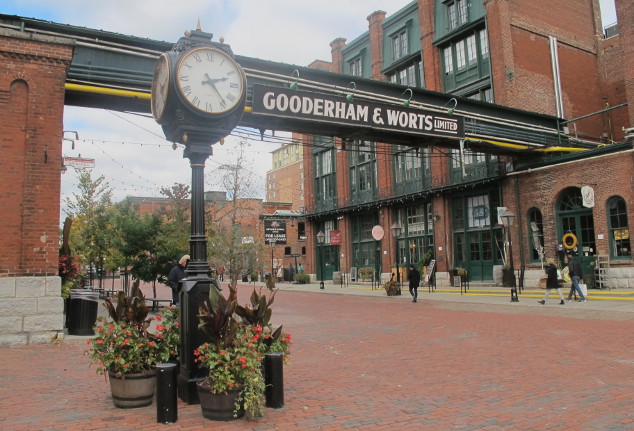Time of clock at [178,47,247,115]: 2:23
